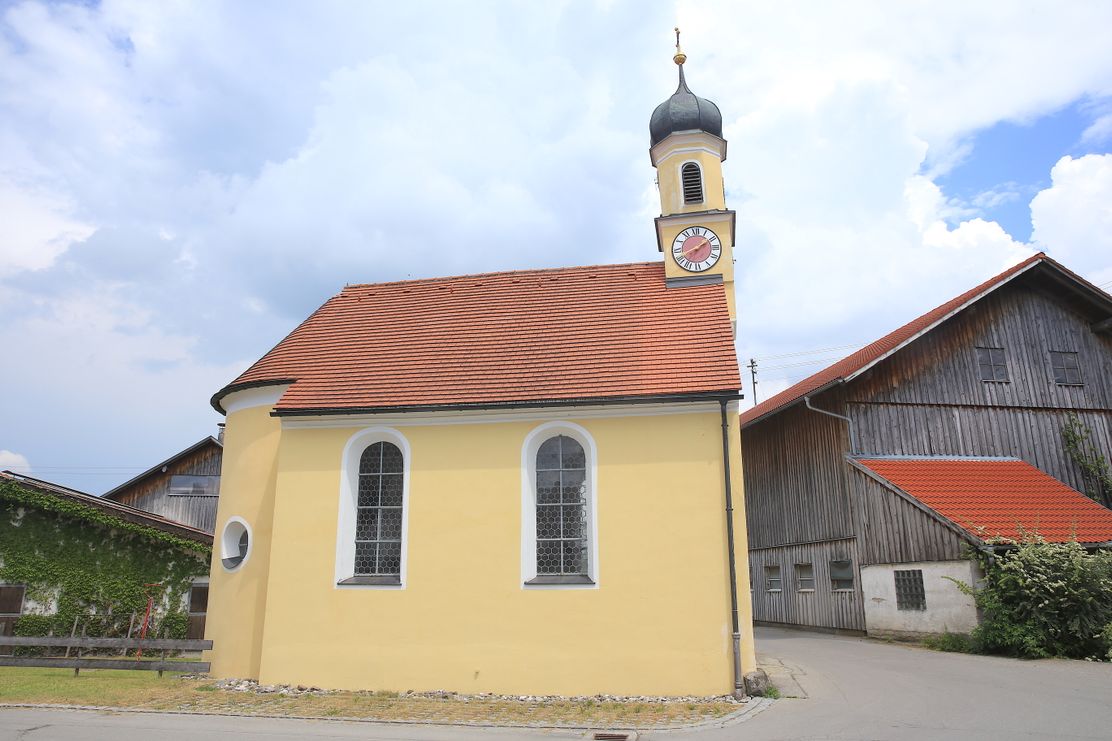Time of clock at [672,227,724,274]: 1:41
